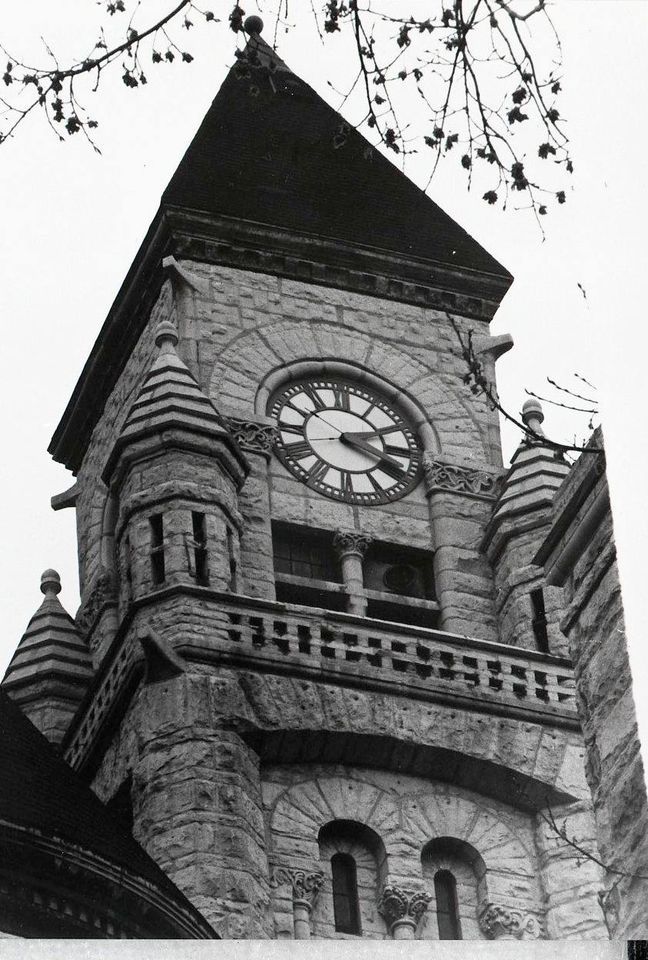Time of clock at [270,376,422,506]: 2:18
